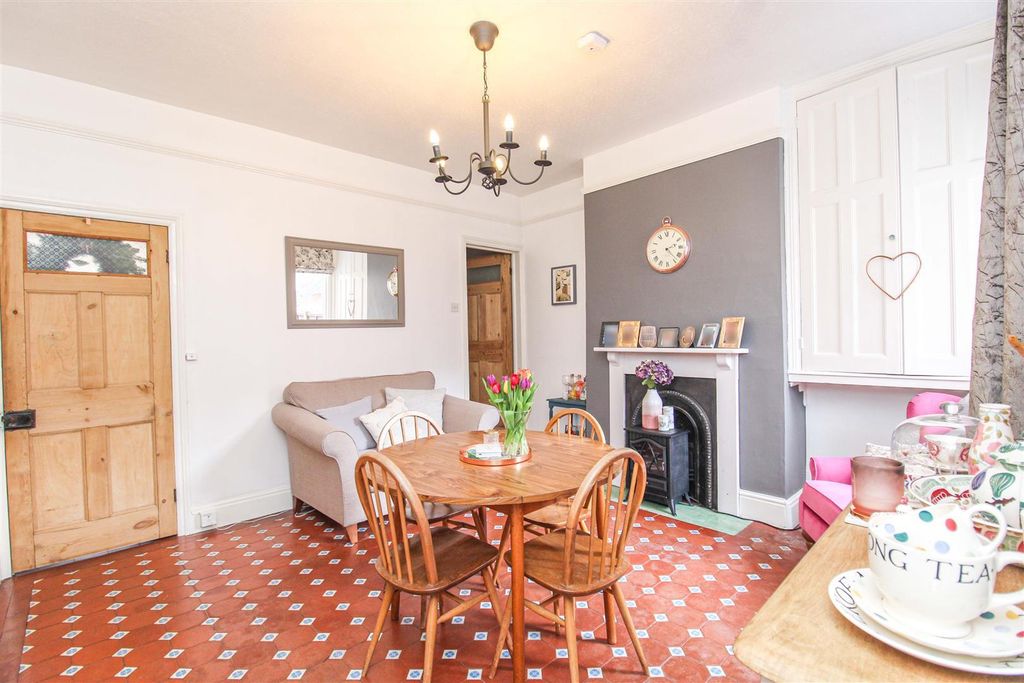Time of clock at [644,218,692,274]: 2:23
